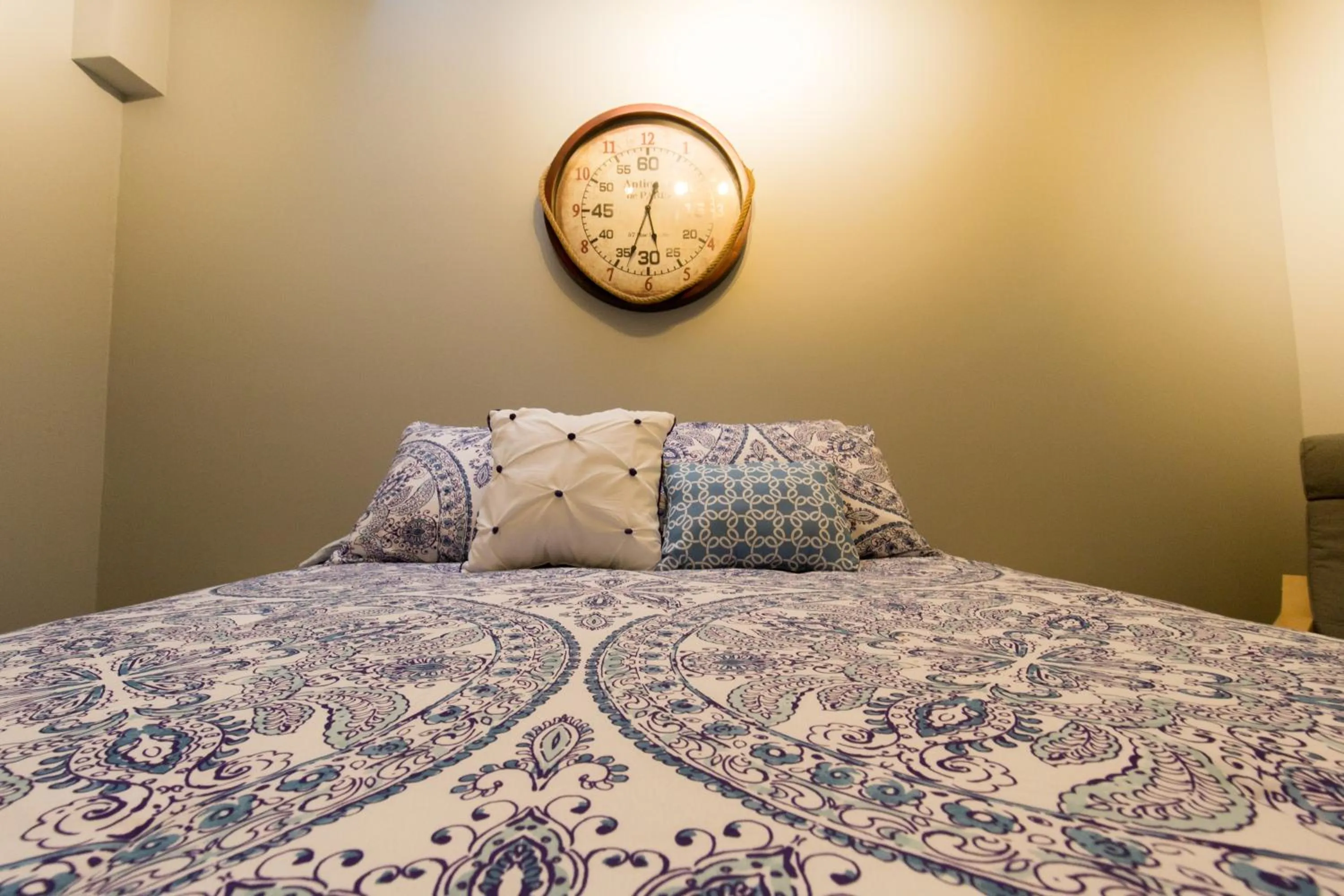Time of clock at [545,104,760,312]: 5:33
